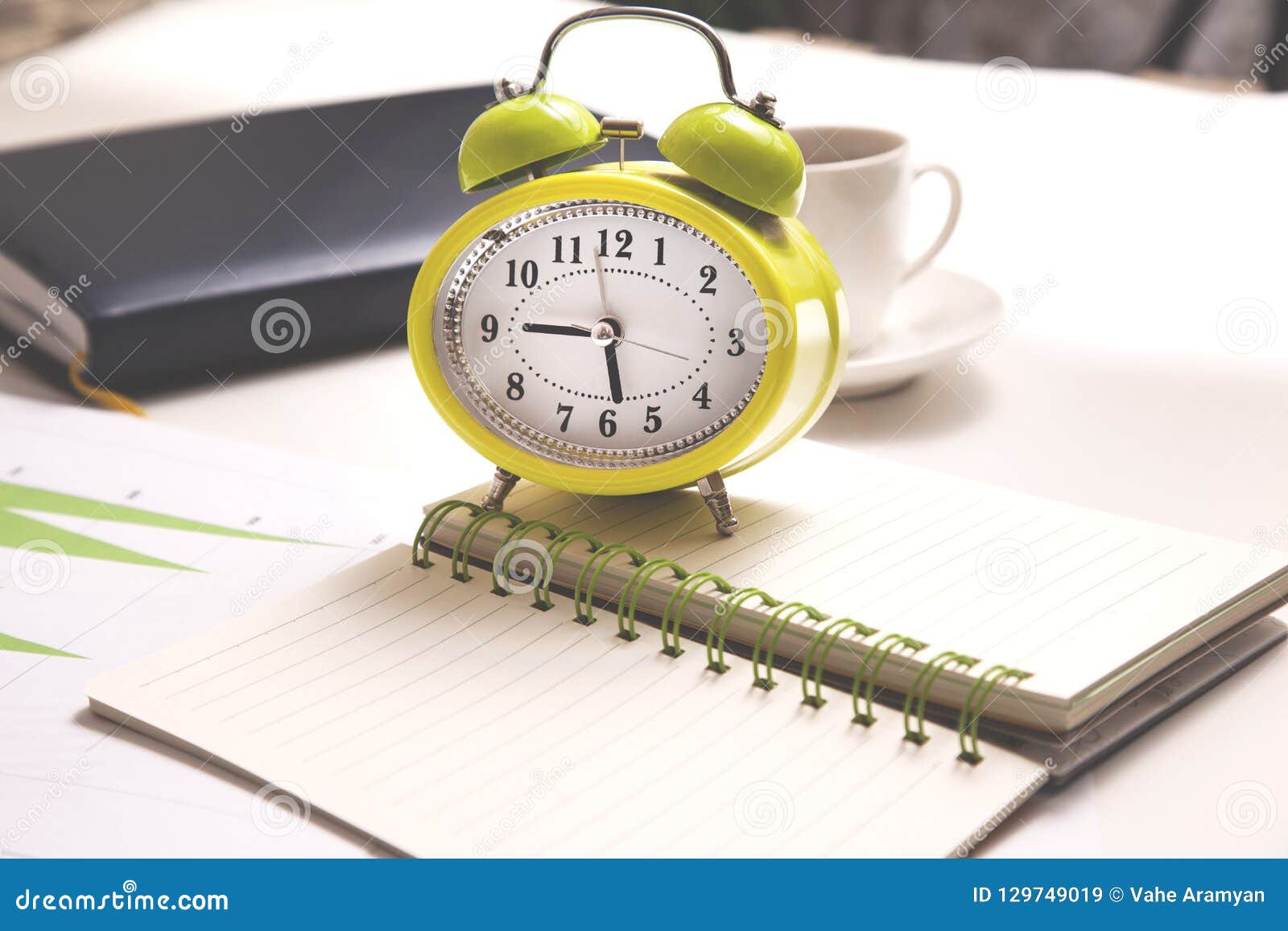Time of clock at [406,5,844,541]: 5:45
